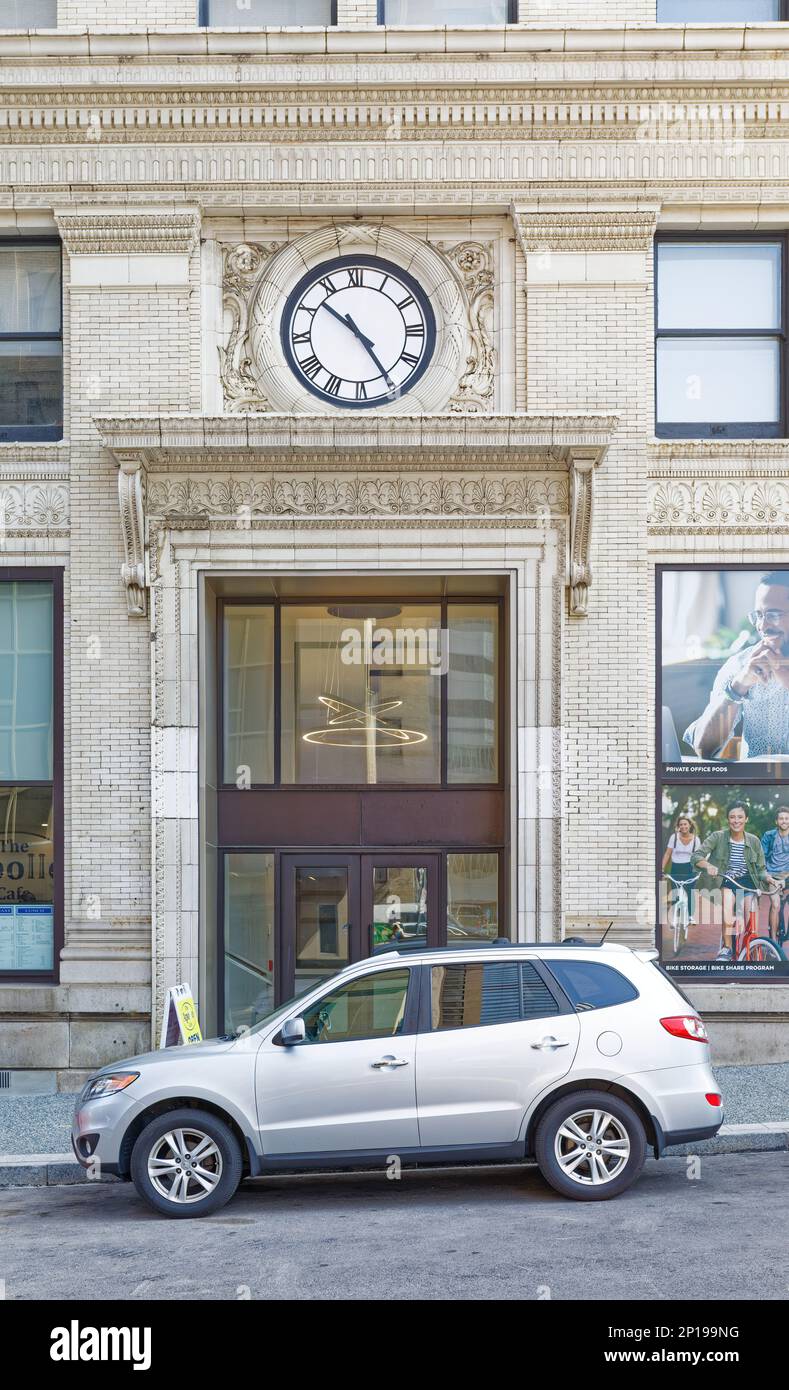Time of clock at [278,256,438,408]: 10:24
